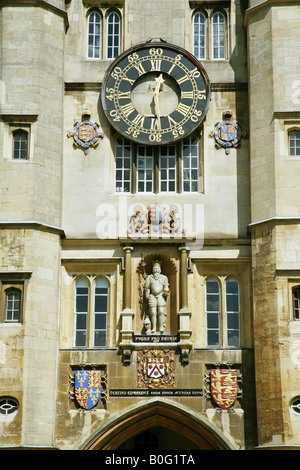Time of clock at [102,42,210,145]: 12:28
